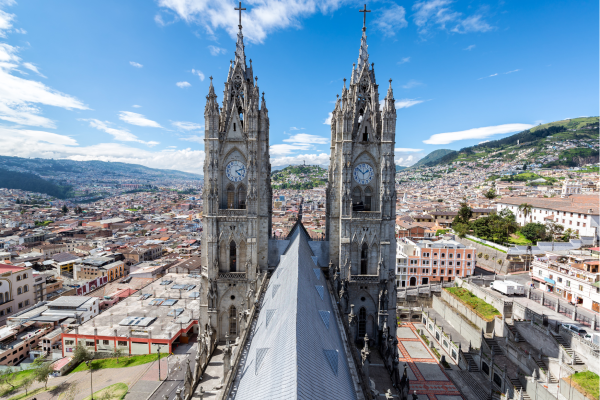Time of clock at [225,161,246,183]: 4:12
